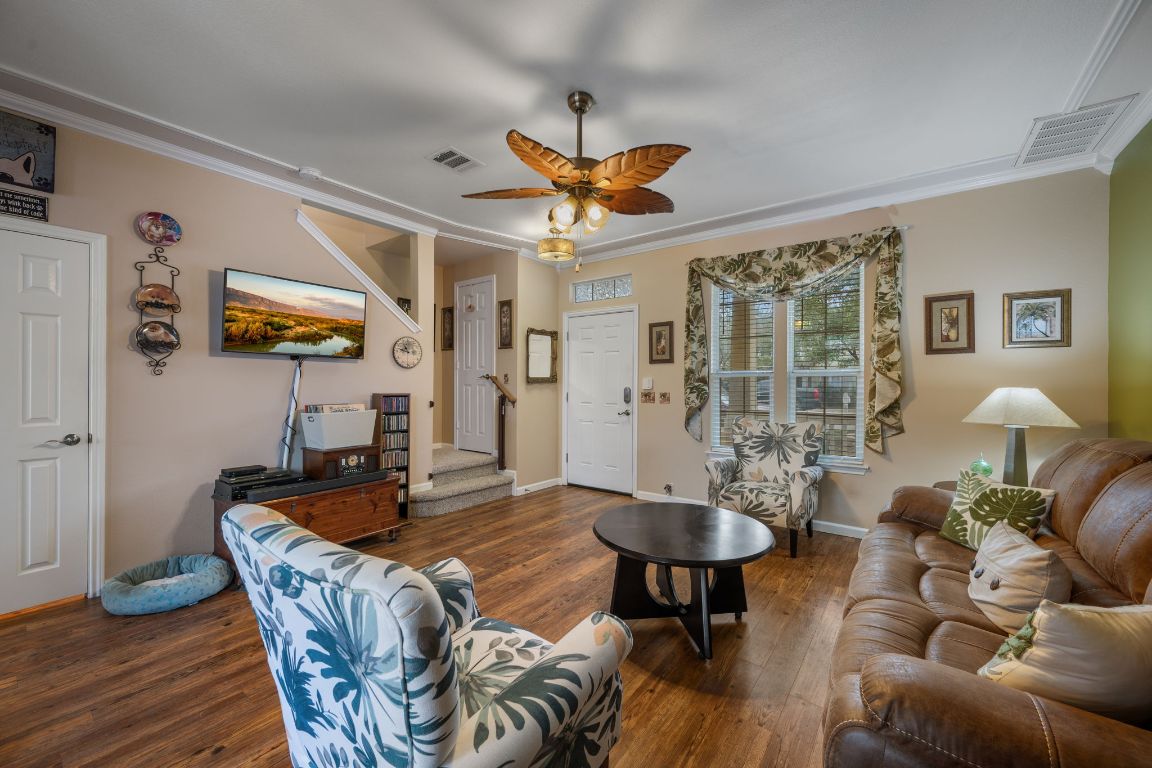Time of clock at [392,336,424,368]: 10:47
